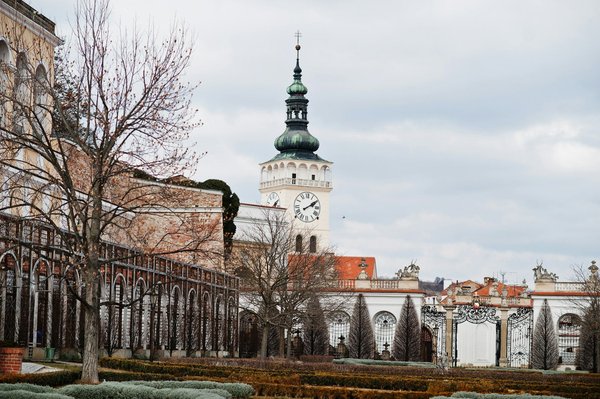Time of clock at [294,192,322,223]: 2:09
